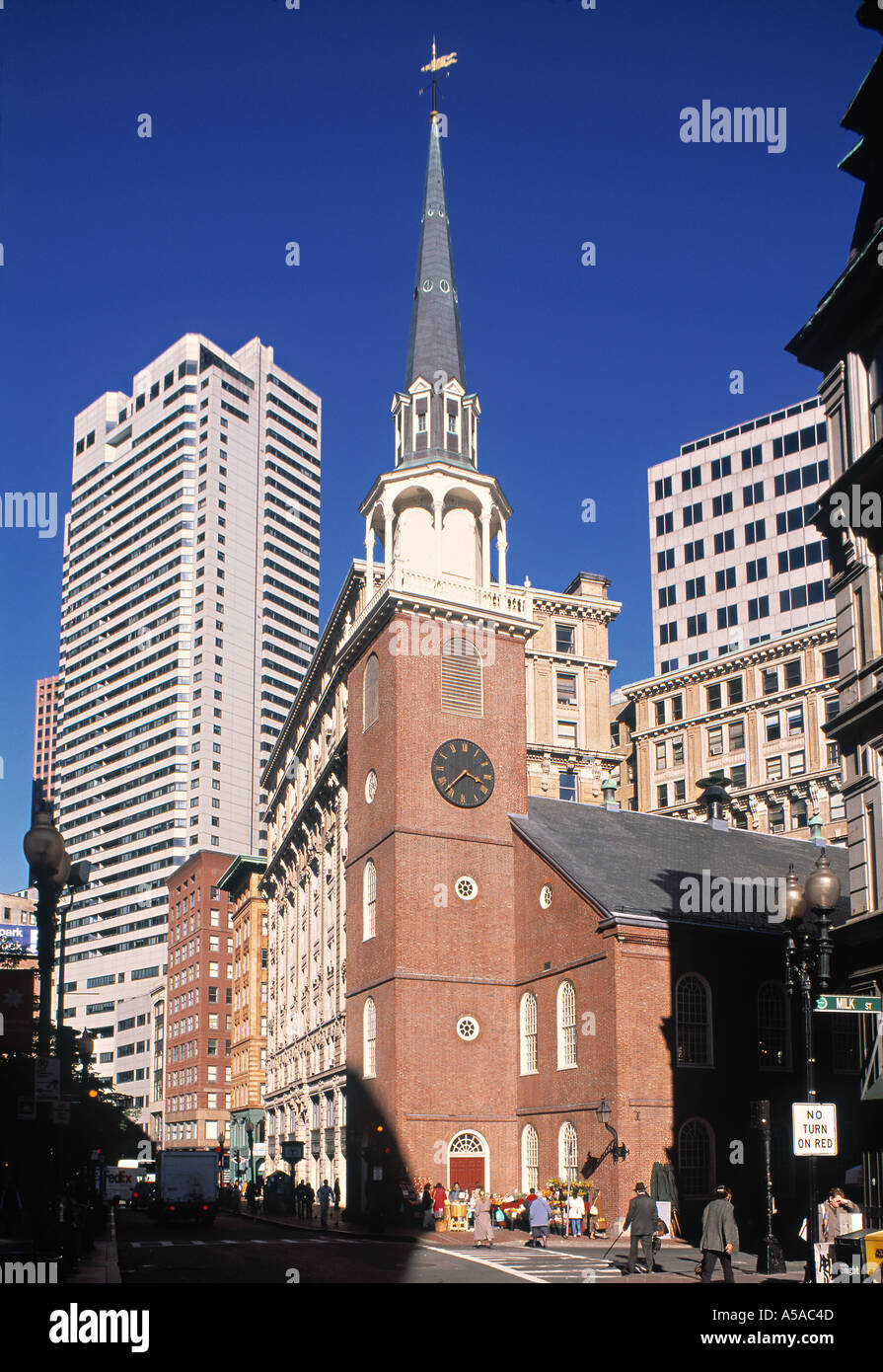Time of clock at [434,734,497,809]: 3:37
